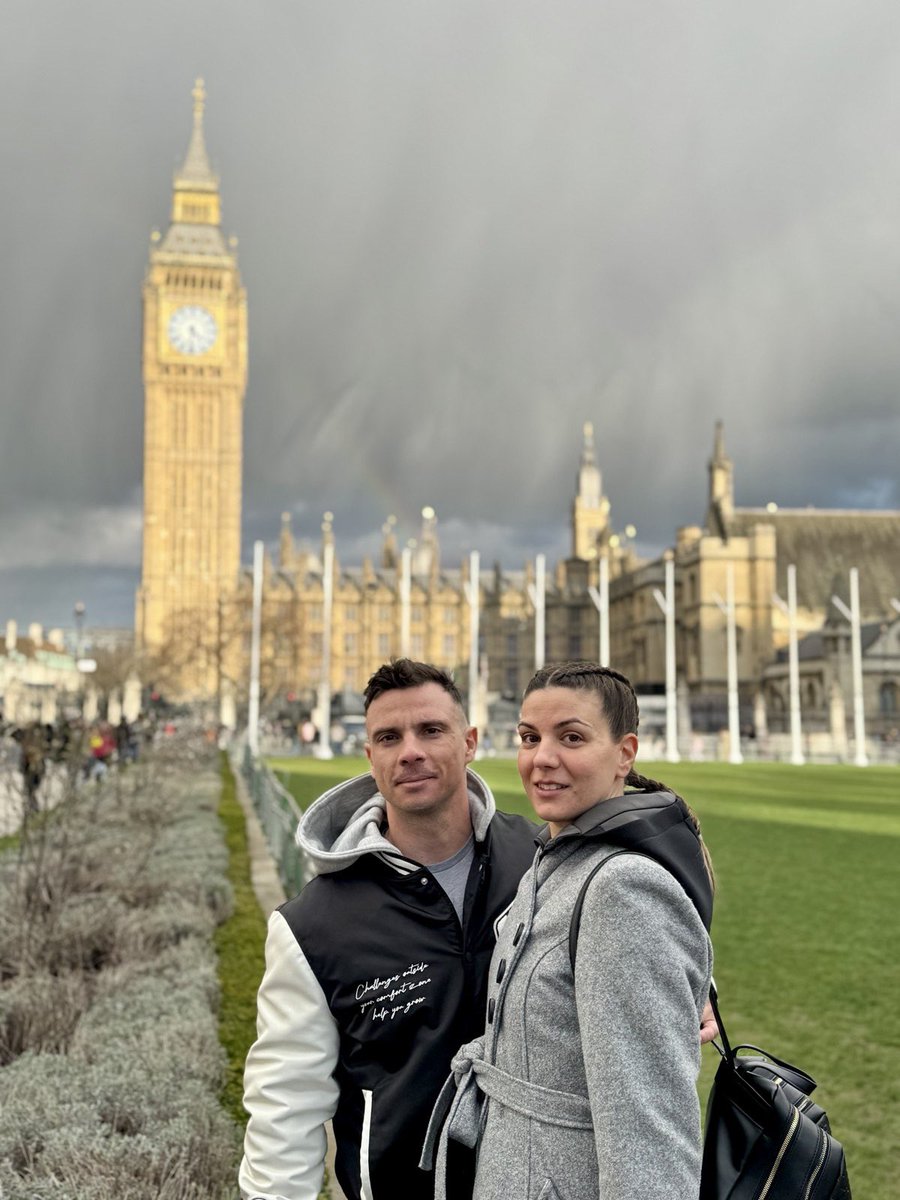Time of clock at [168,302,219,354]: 4:31
